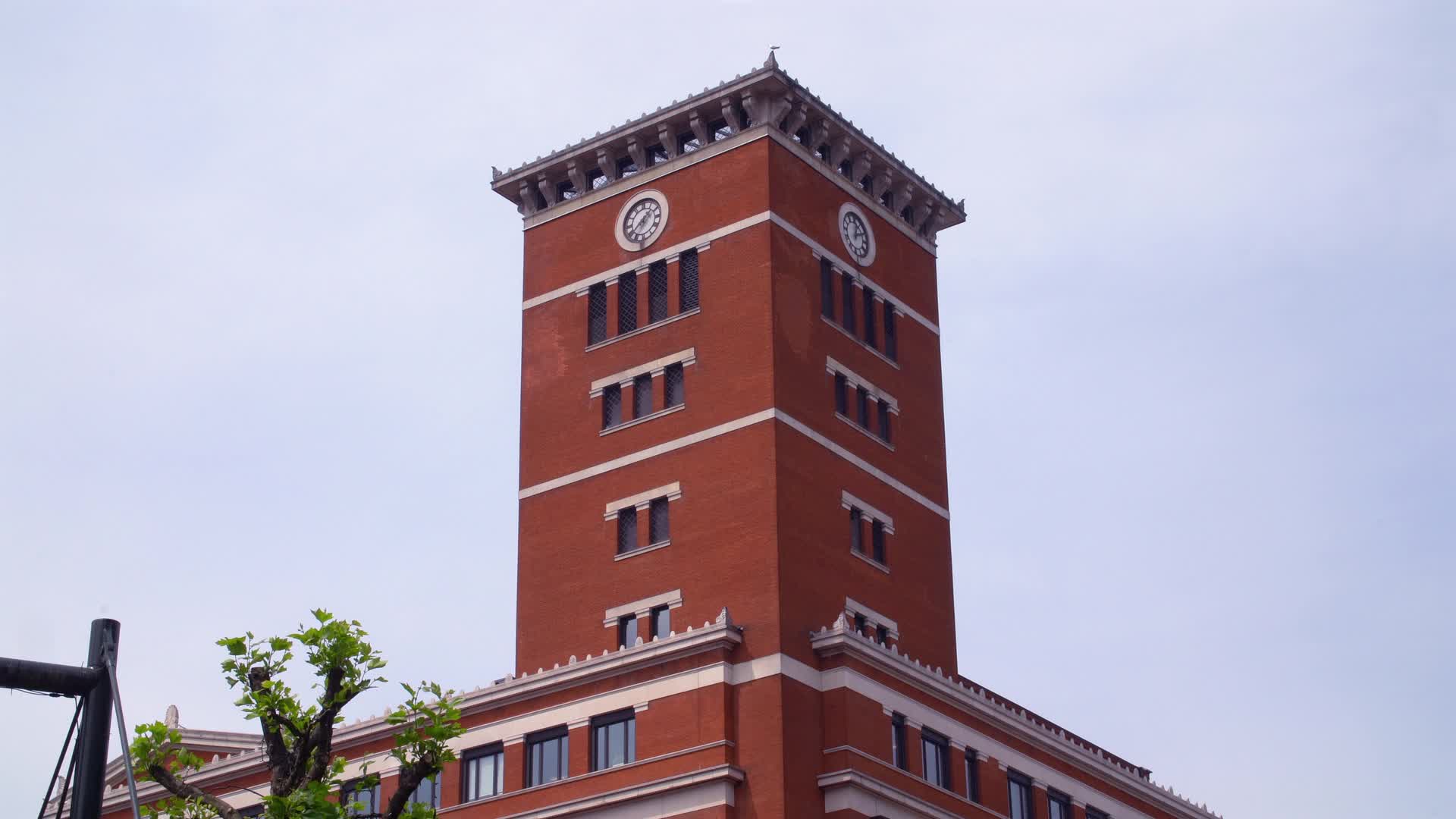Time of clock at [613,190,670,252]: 1:37
